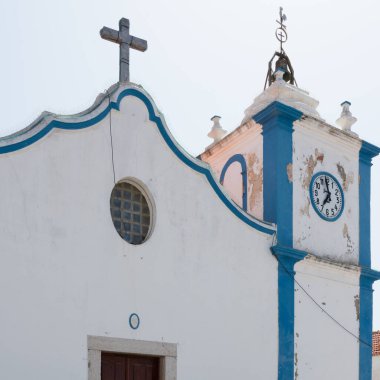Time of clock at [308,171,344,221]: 6:58
